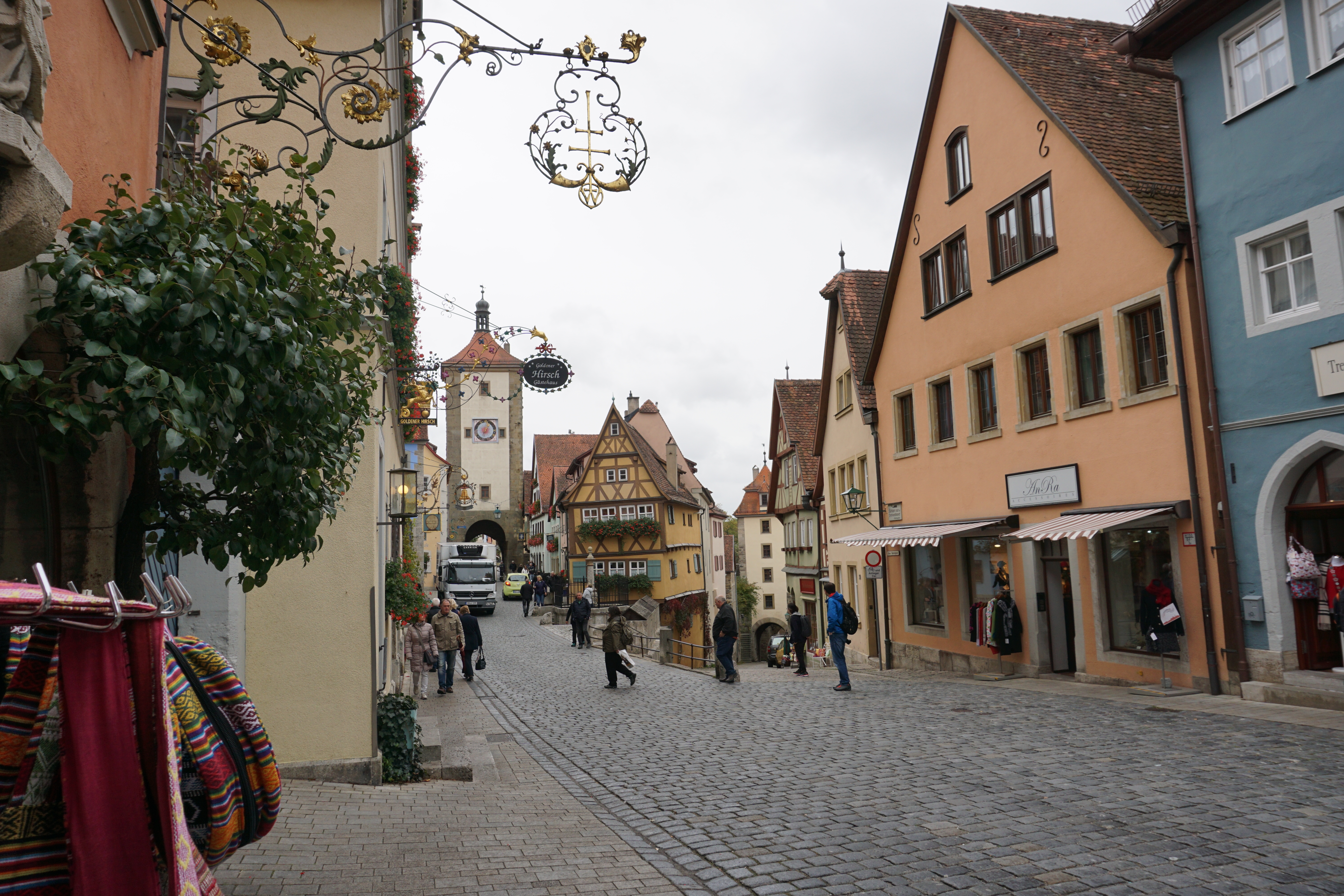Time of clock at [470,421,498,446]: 1:02
